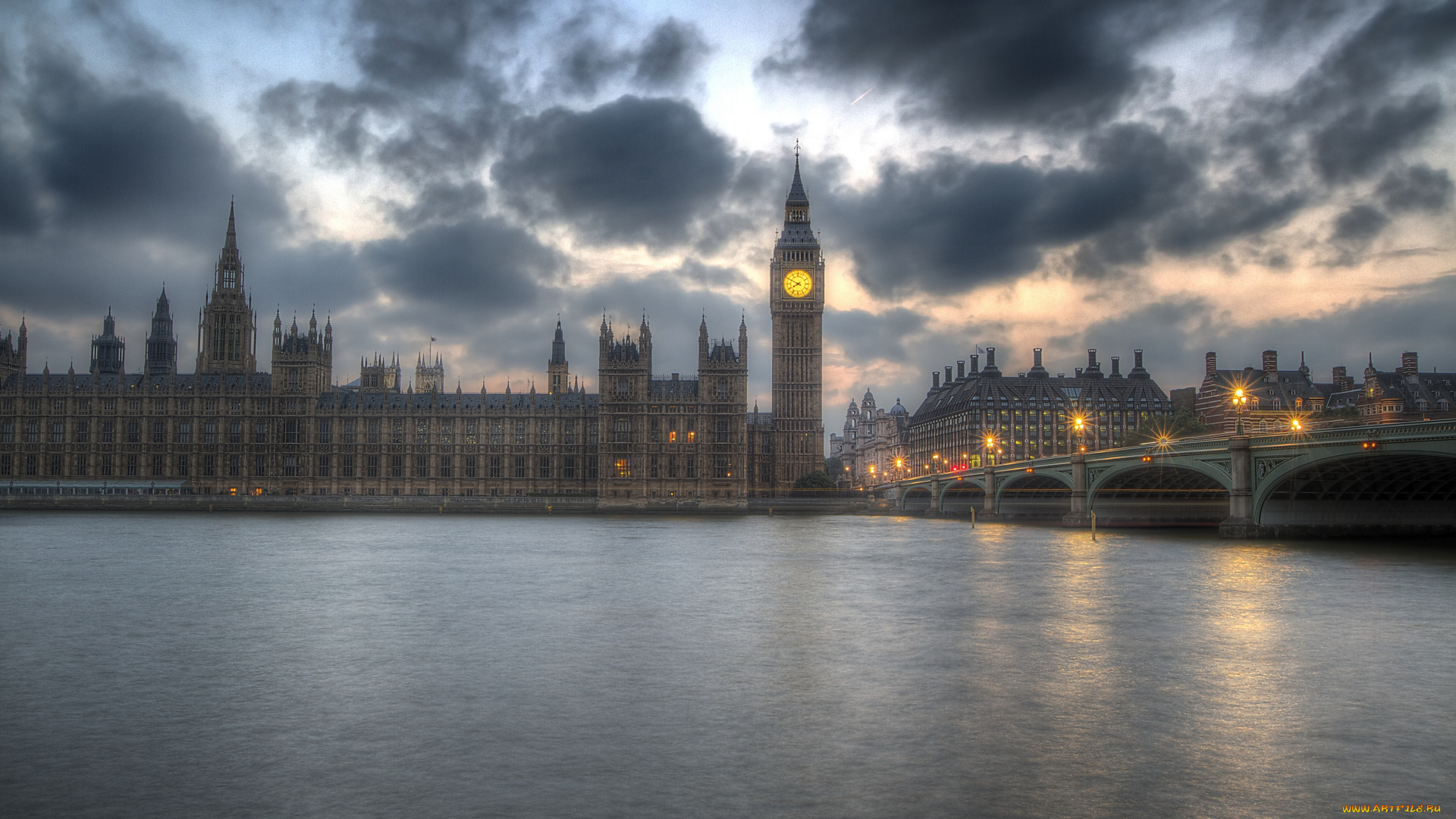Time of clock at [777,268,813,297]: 7:49
